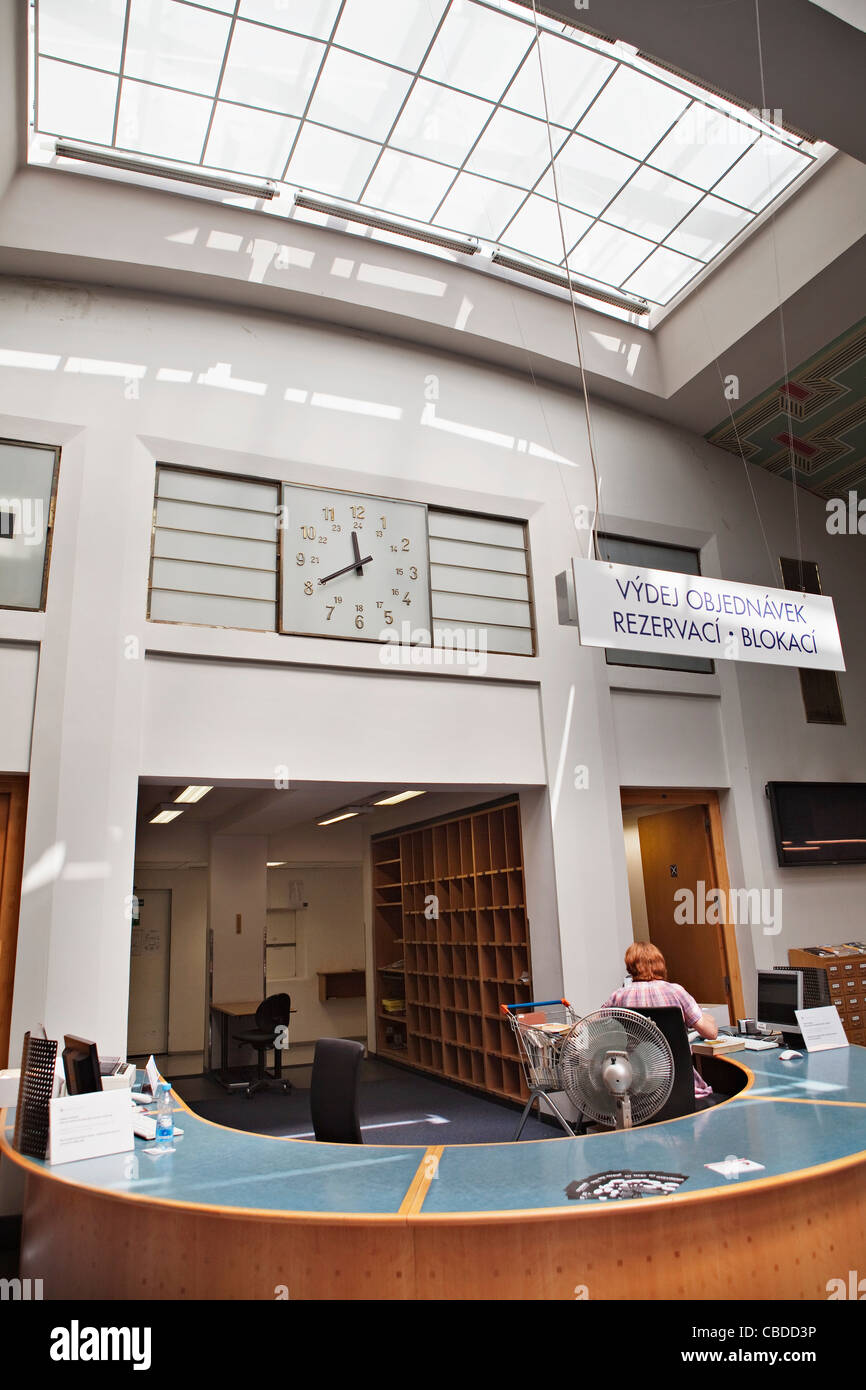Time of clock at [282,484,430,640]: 11:40
